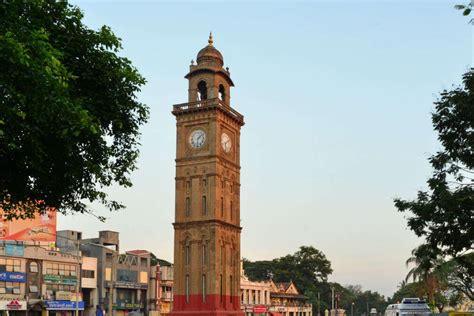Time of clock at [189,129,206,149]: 6:08
